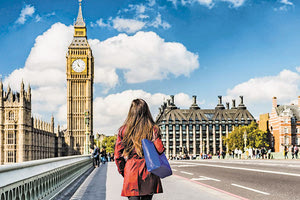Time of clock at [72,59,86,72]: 11:22
